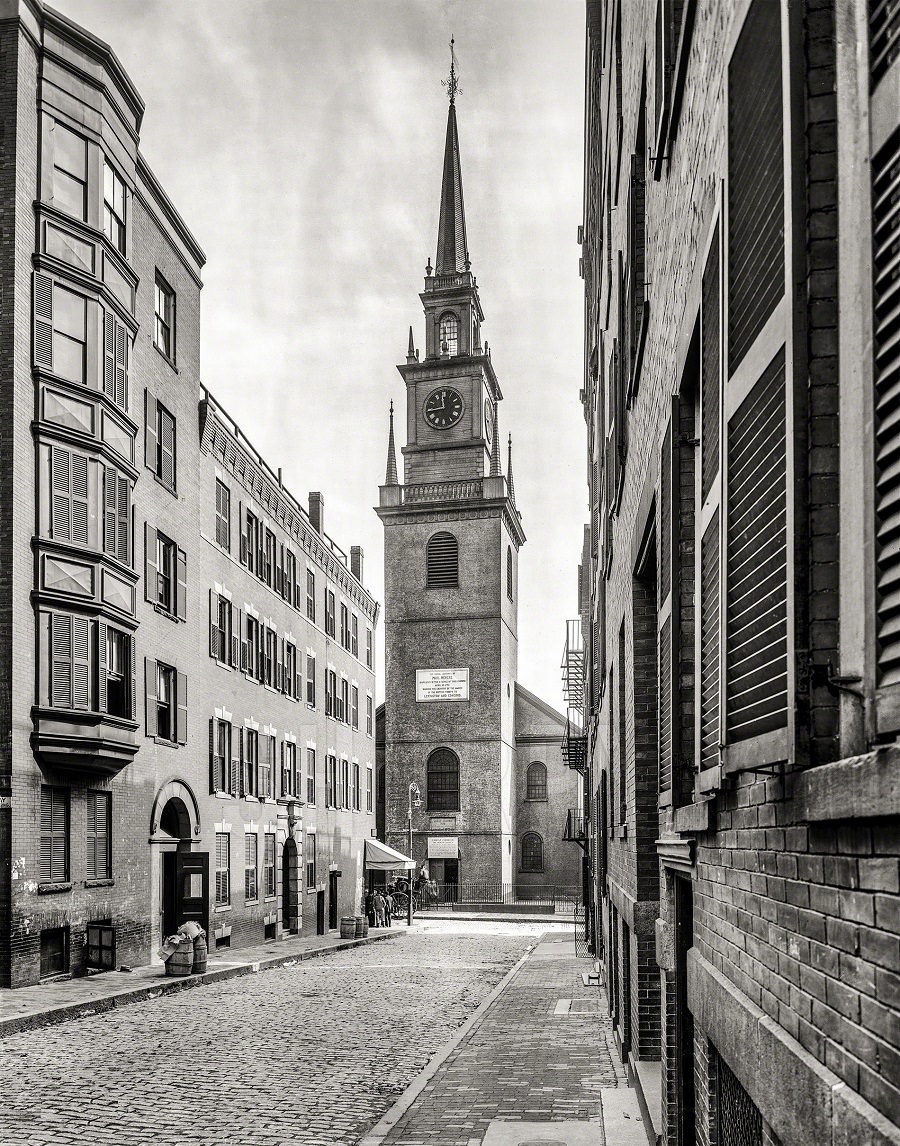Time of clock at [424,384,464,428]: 11:44
